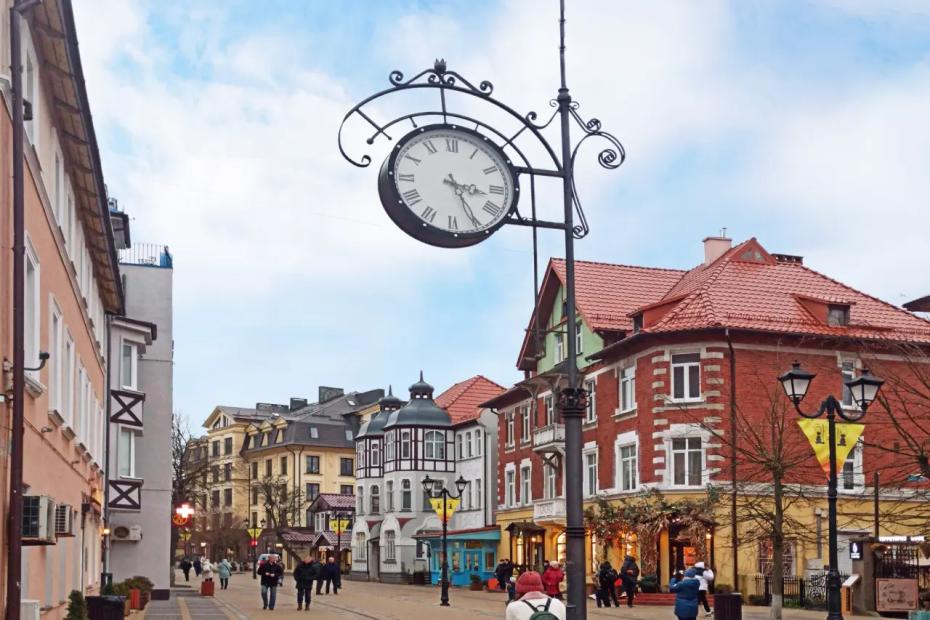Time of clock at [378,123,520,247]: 3:25
